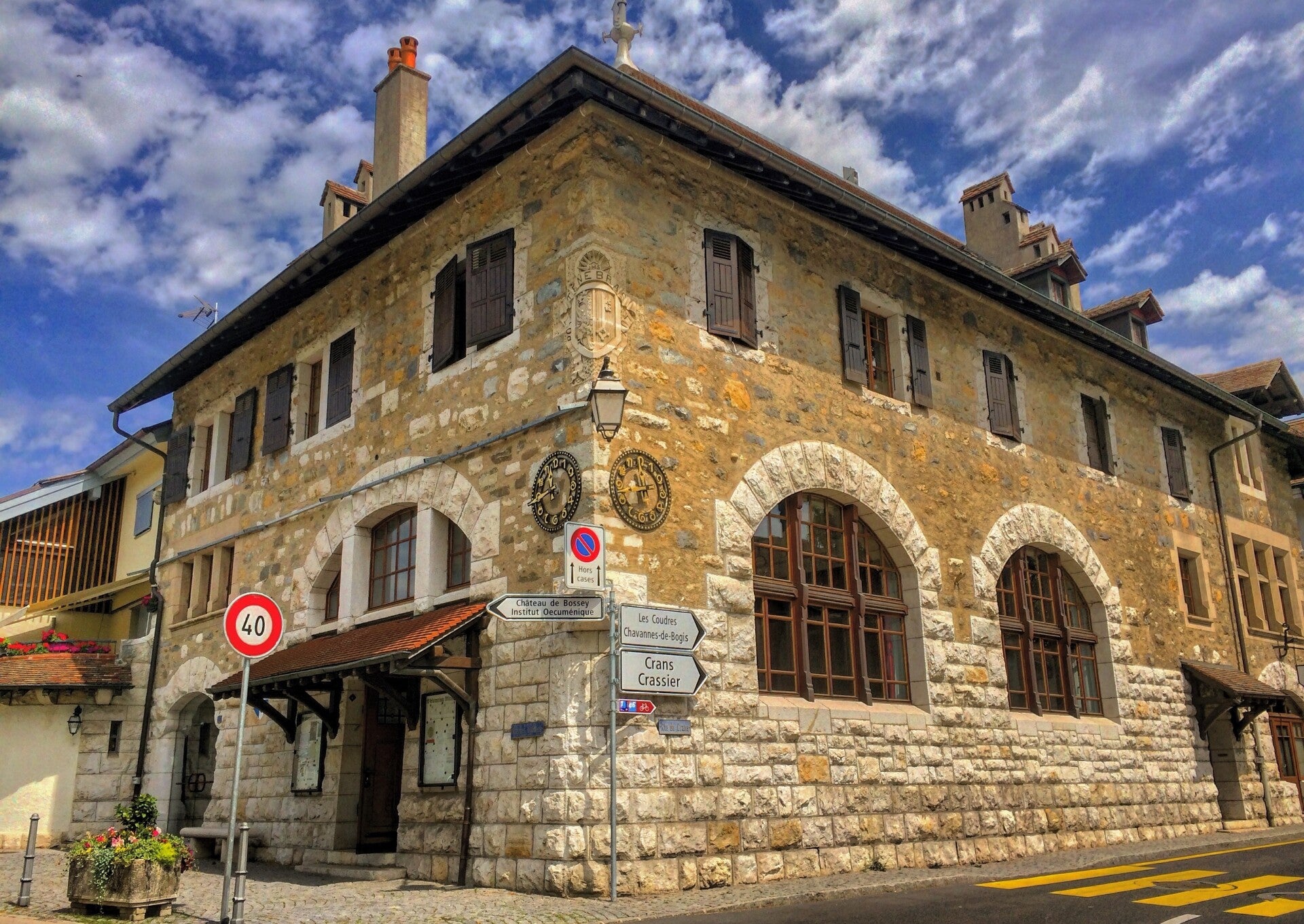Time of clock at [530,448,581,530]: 11:43
